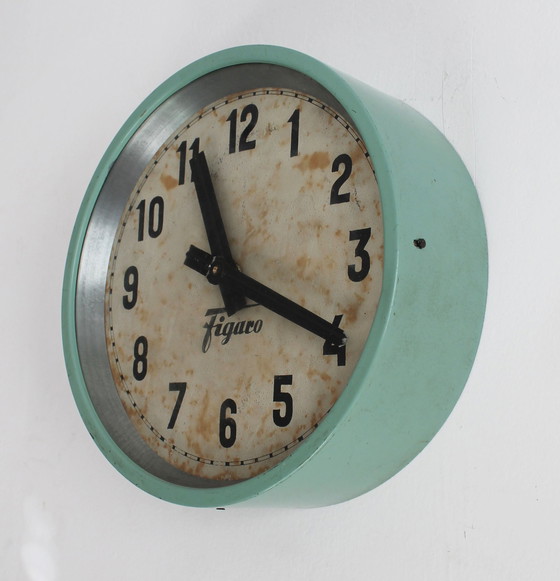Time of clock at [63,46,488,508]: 11:19
